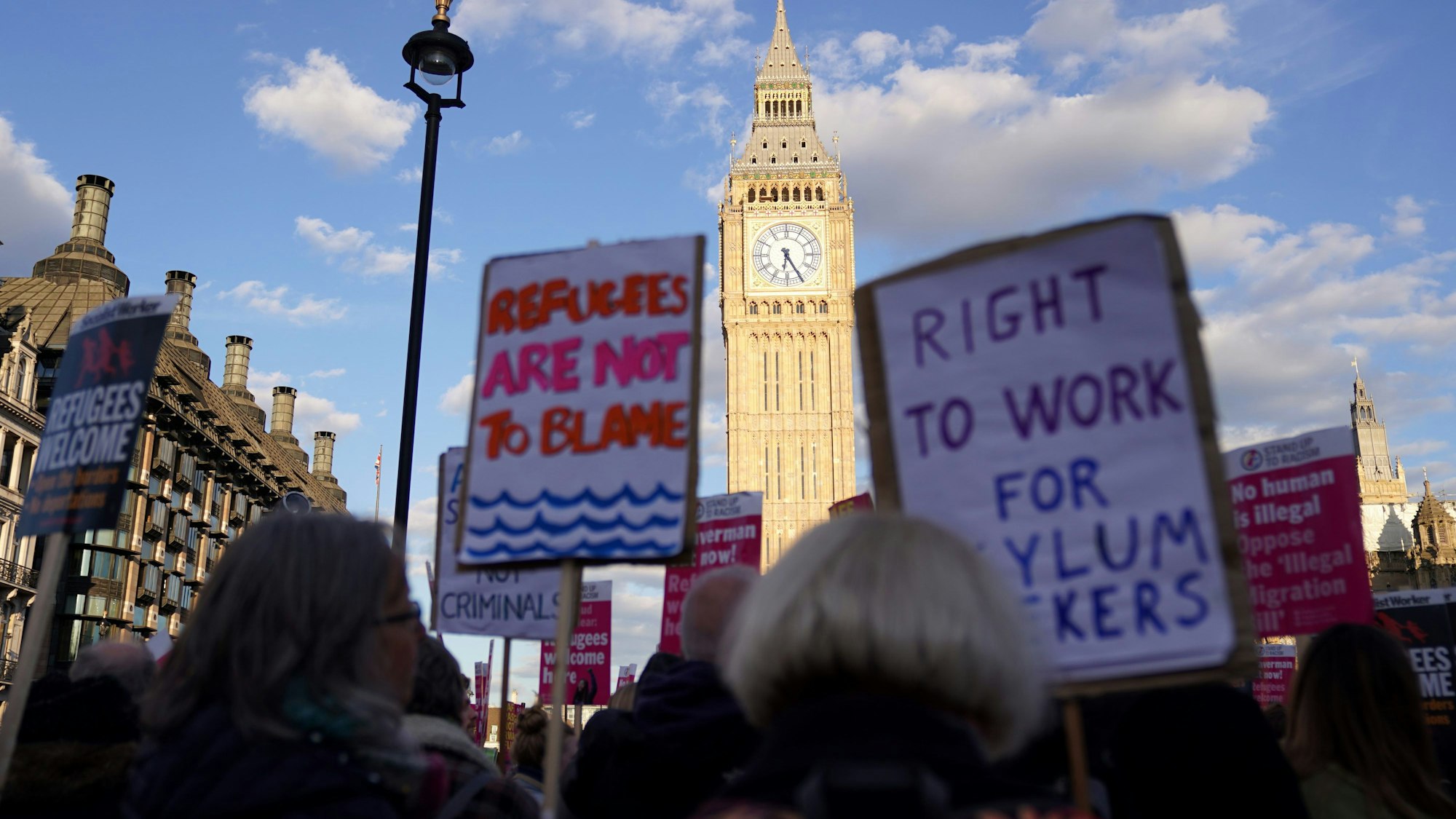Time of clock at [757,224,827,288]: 6:25
